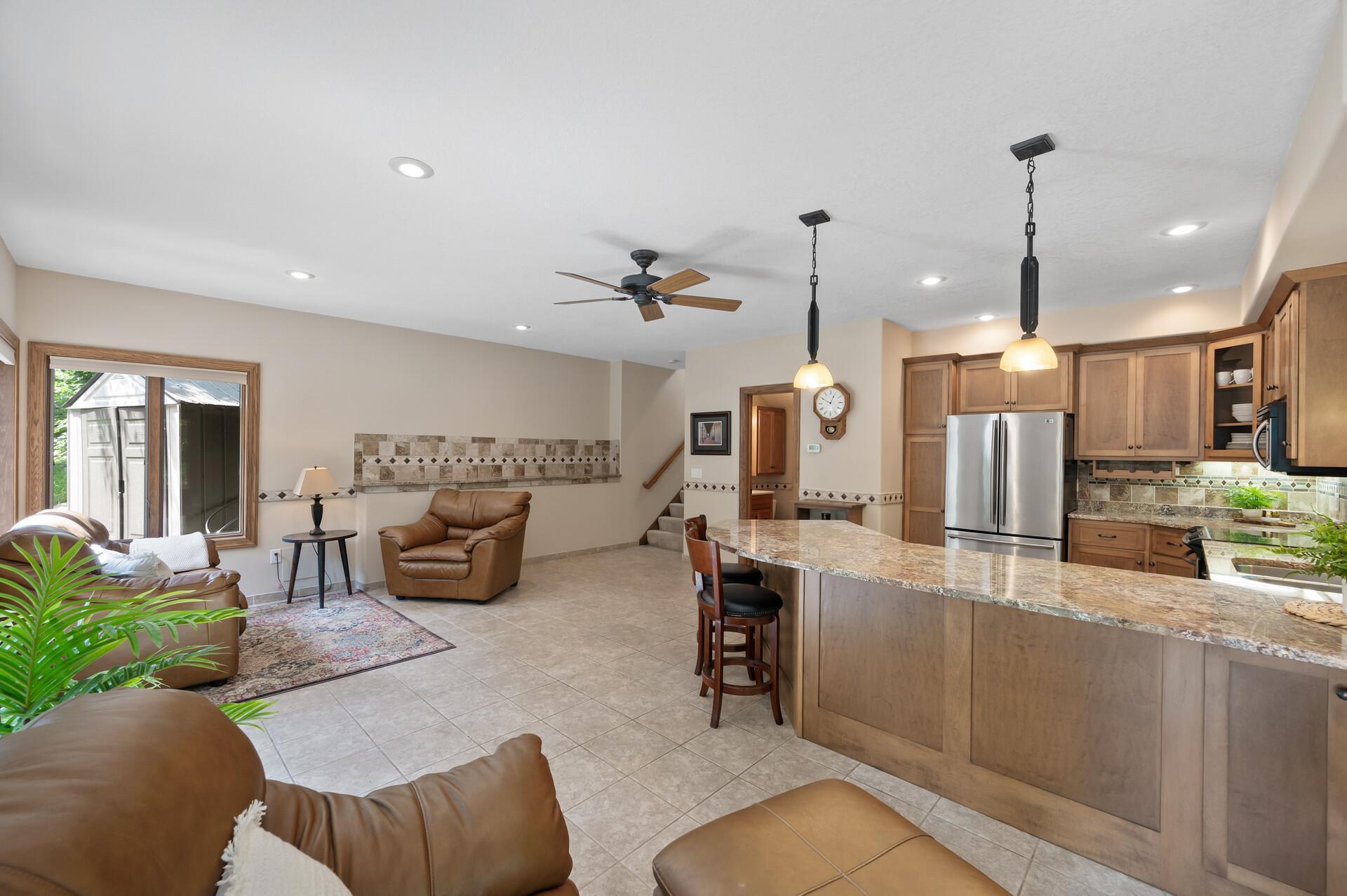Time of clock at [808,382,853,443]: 12:49
